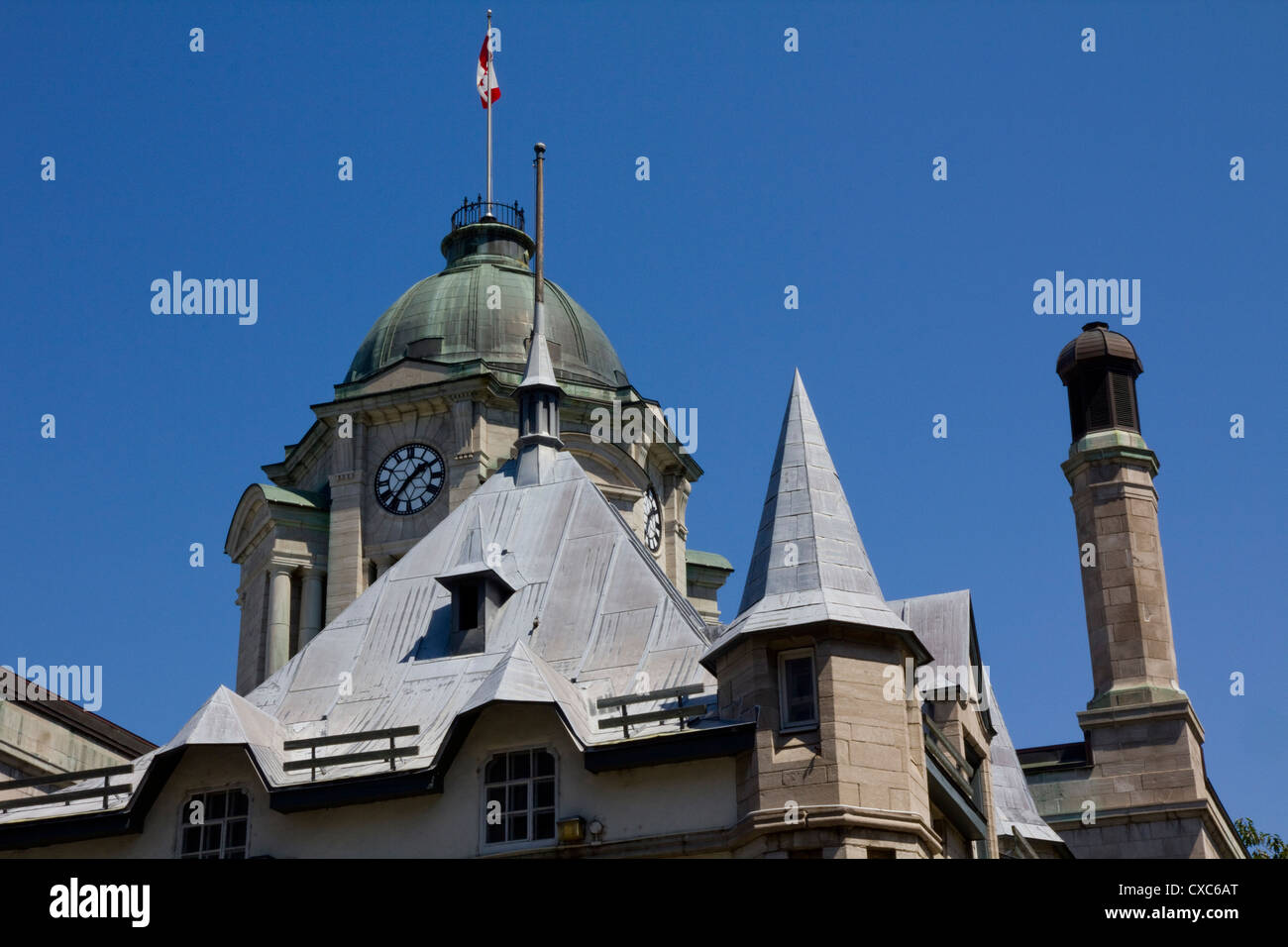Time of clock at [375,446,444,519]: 1:36
